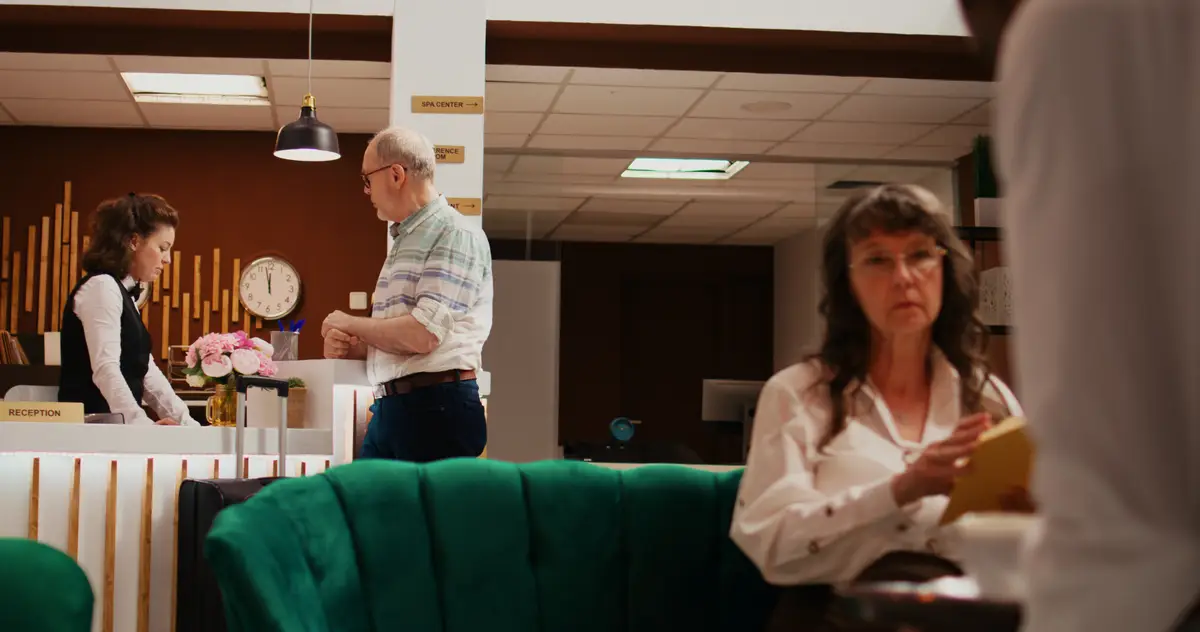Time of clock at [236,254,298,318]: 11:57
